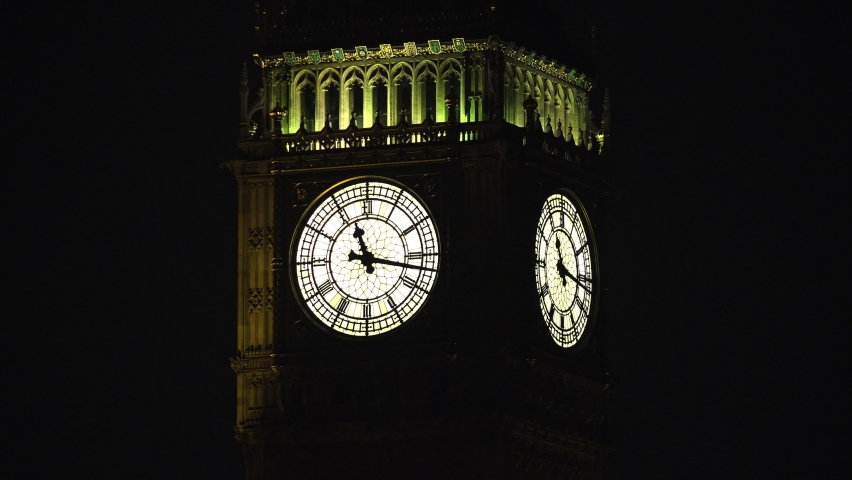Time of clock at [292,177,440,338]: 11:16
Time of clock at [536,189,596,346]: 11:16
